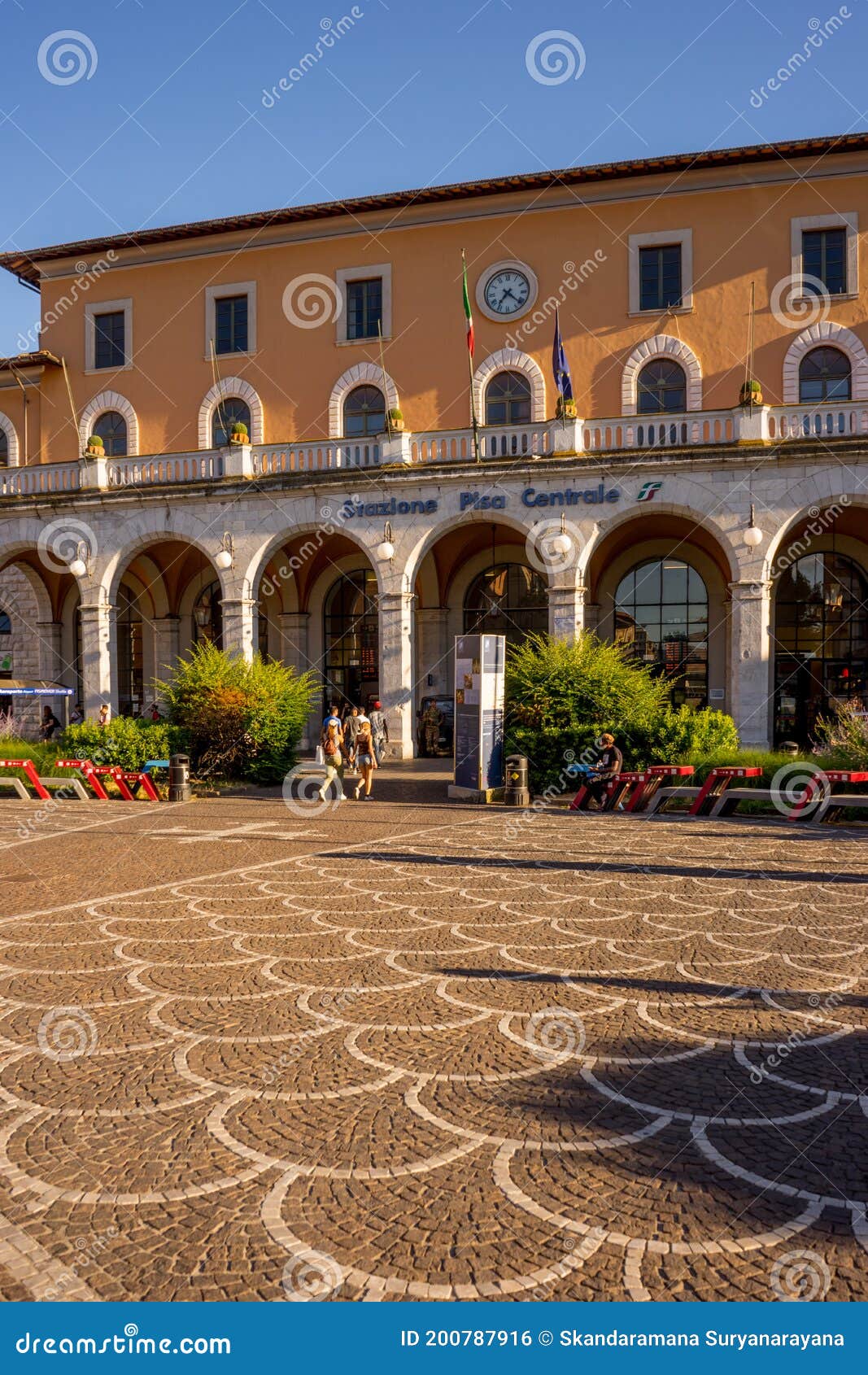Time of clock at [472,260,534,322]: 7:21
